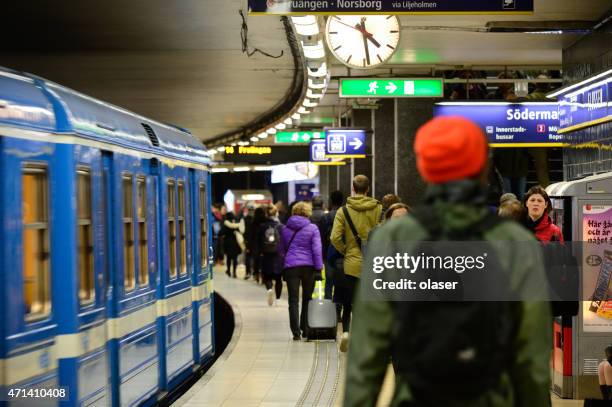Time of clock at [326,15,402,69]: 4:28
